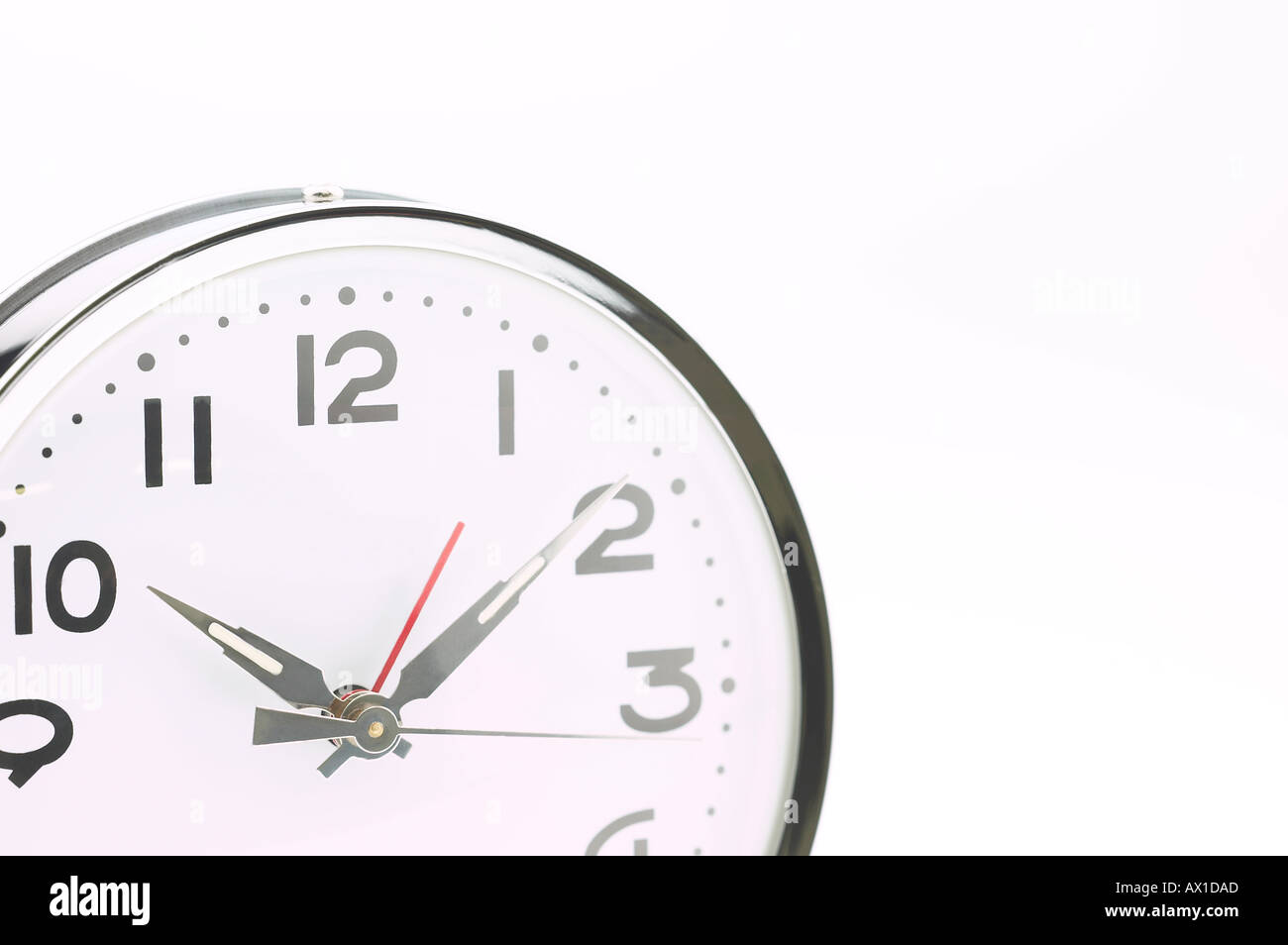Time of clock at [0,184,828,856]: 10:09
